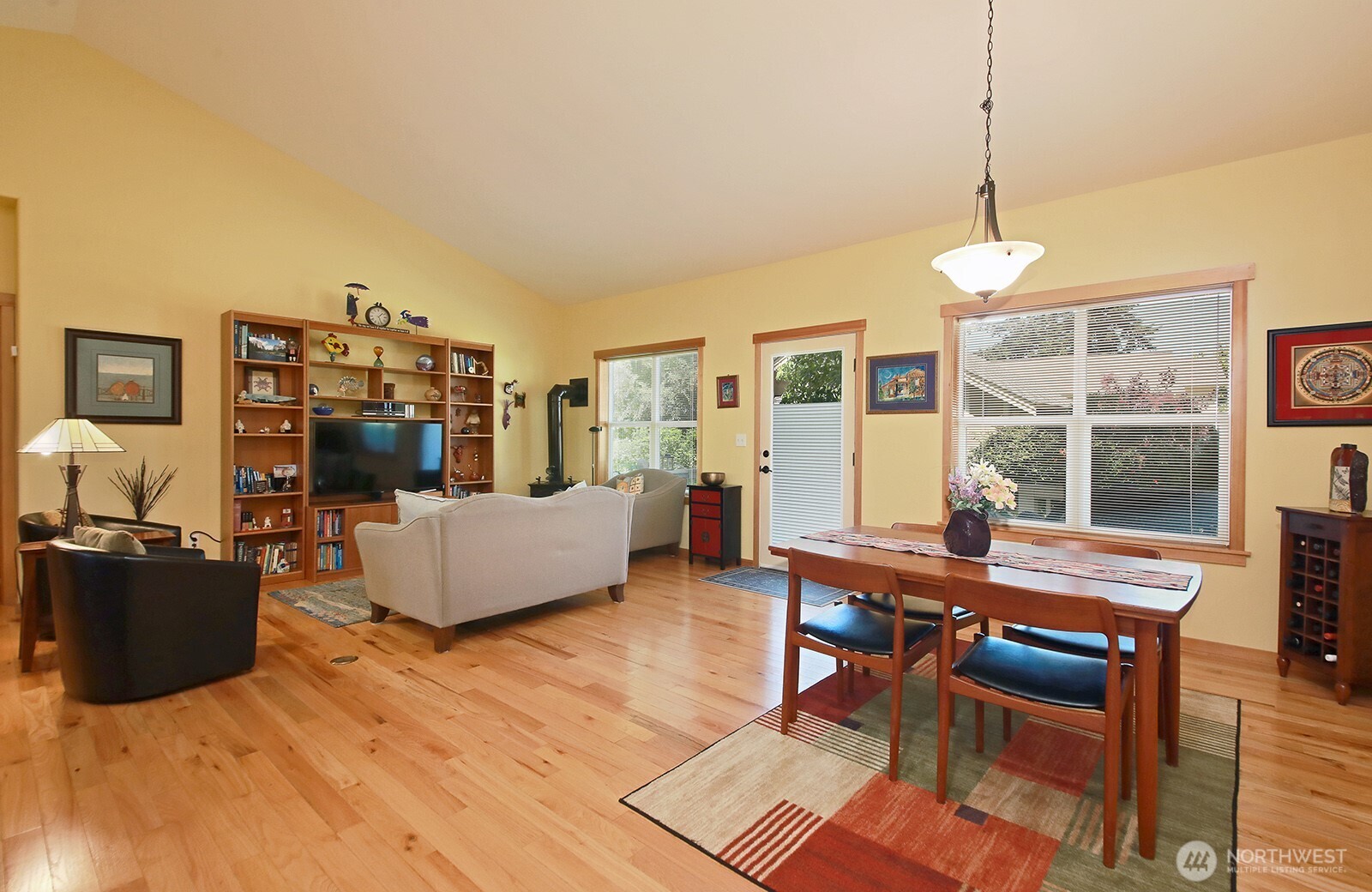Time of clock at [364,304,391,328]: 1:26
